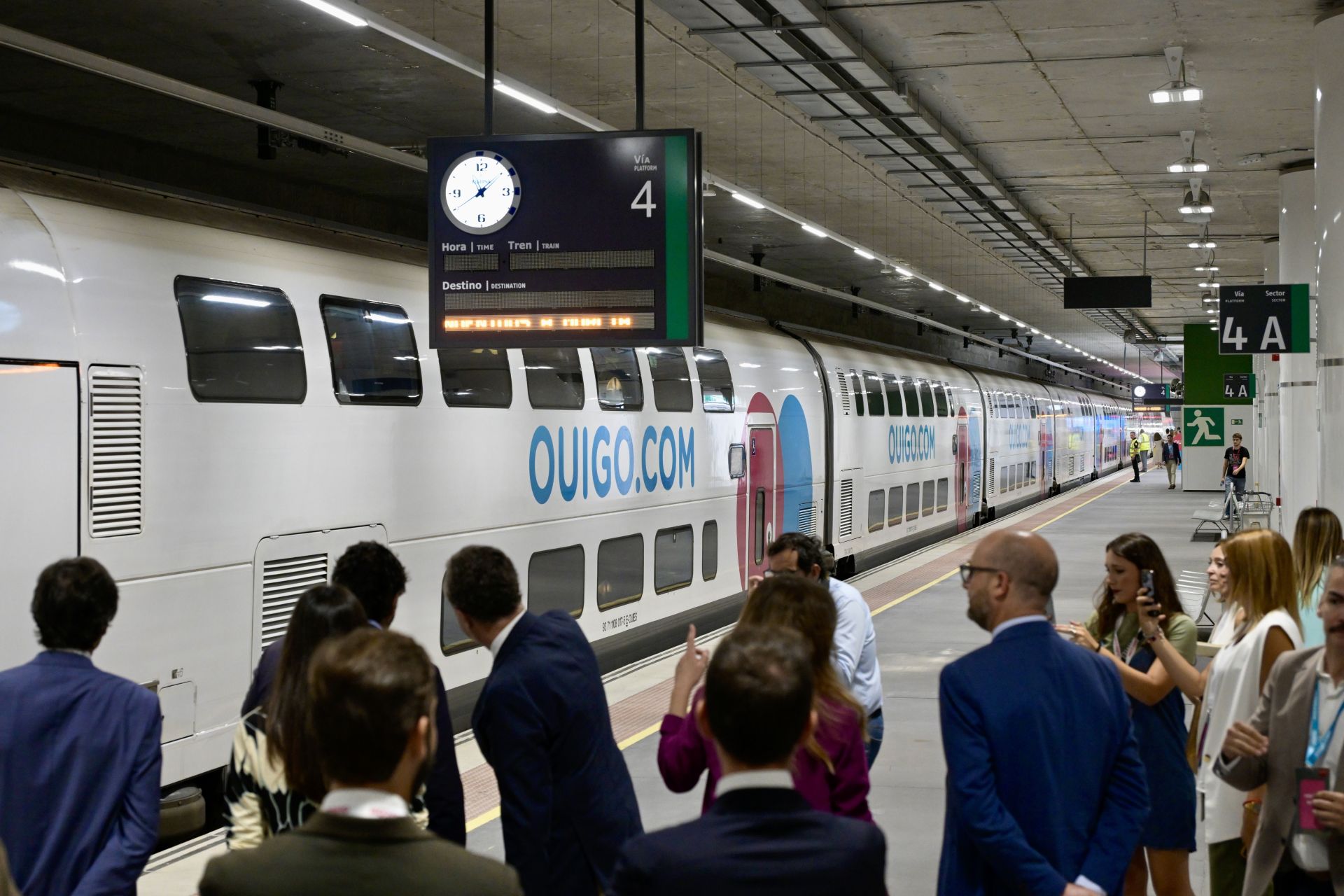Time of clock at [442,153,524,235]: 8:09
